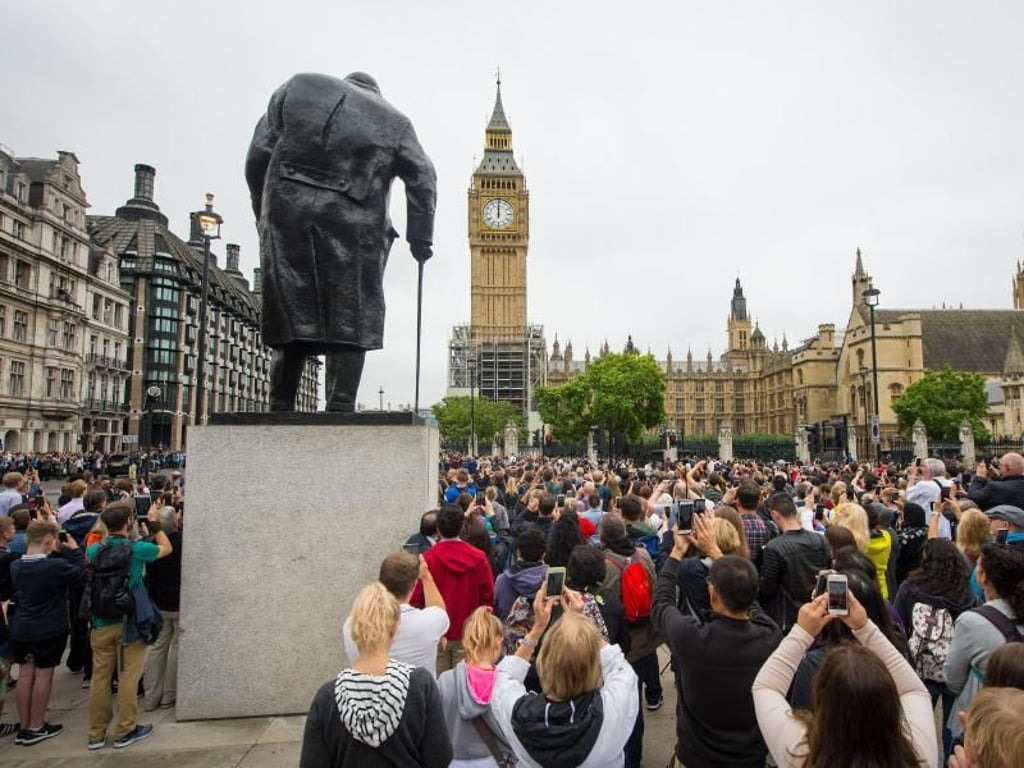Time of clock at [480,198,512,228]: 12:00
